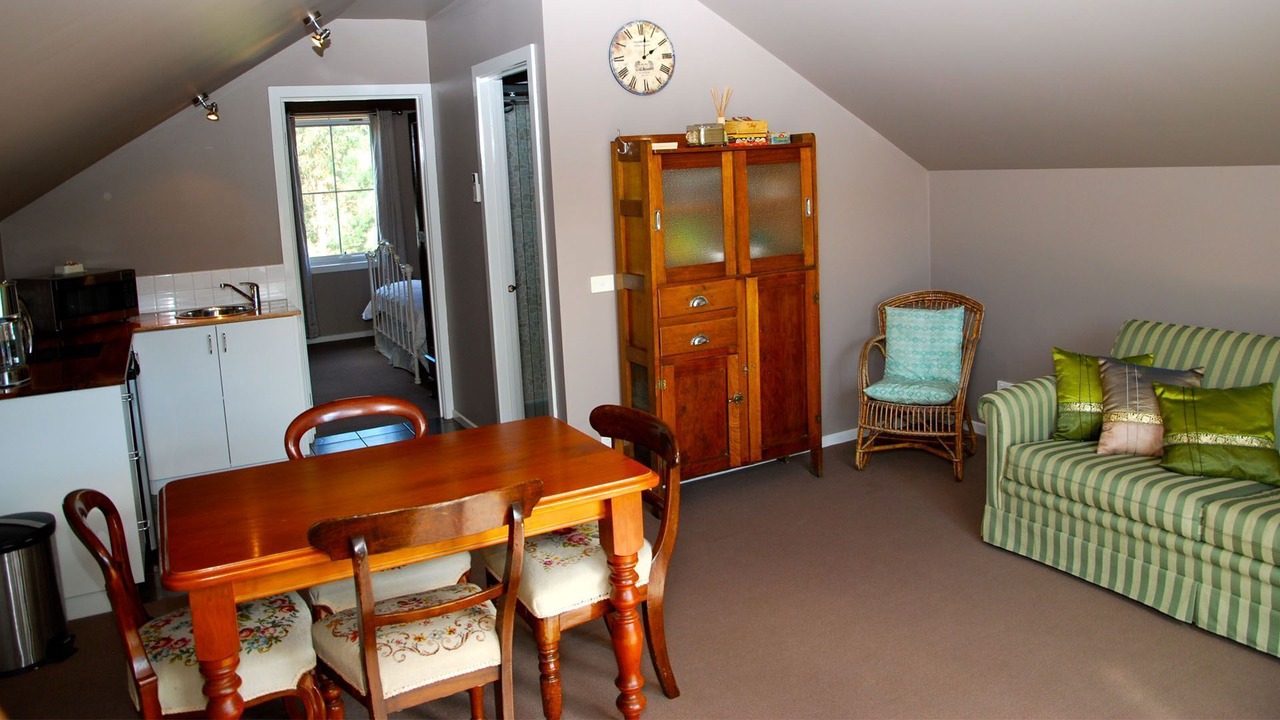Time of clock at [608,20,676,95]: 2:01
